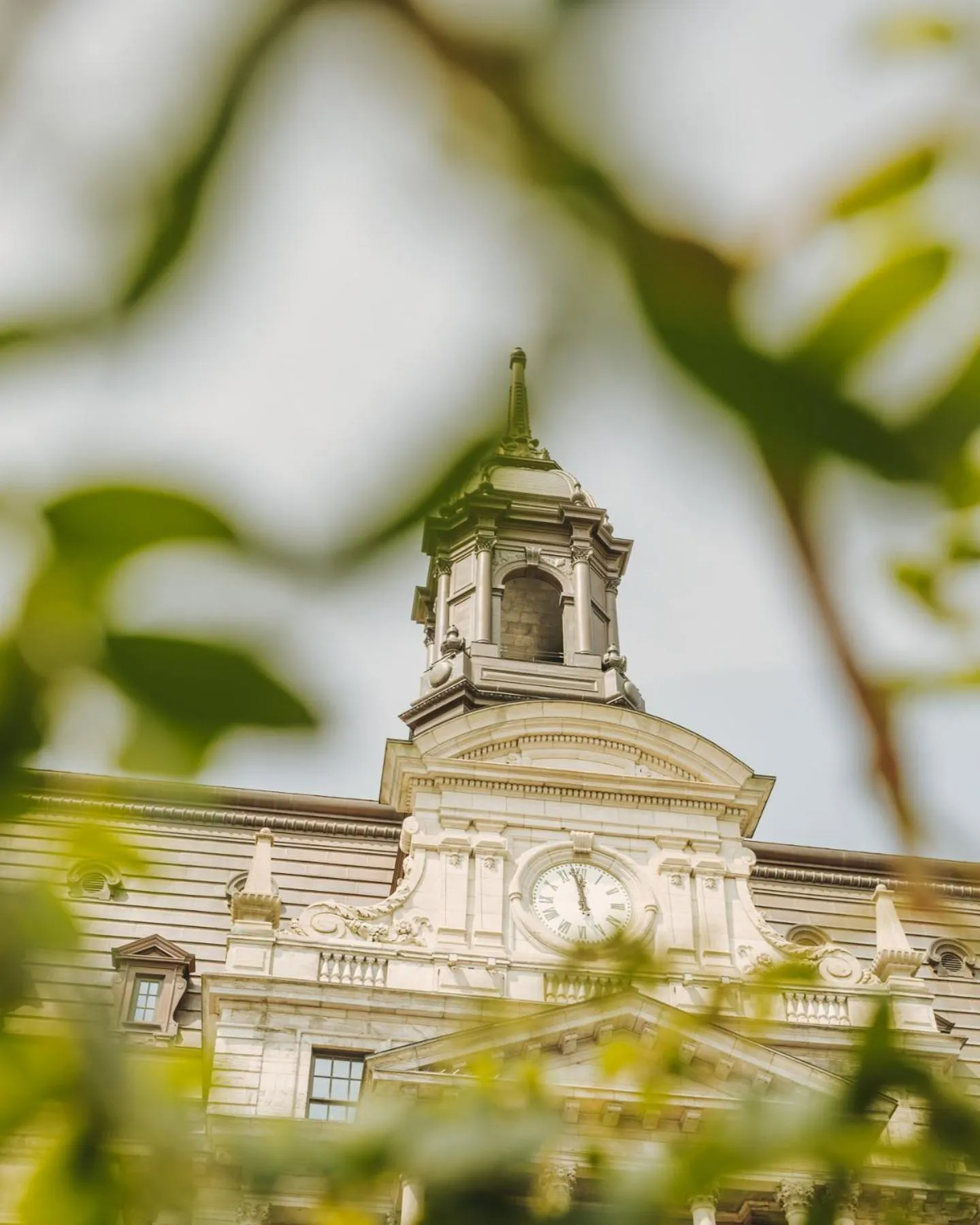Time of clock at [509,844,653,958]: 11:58
